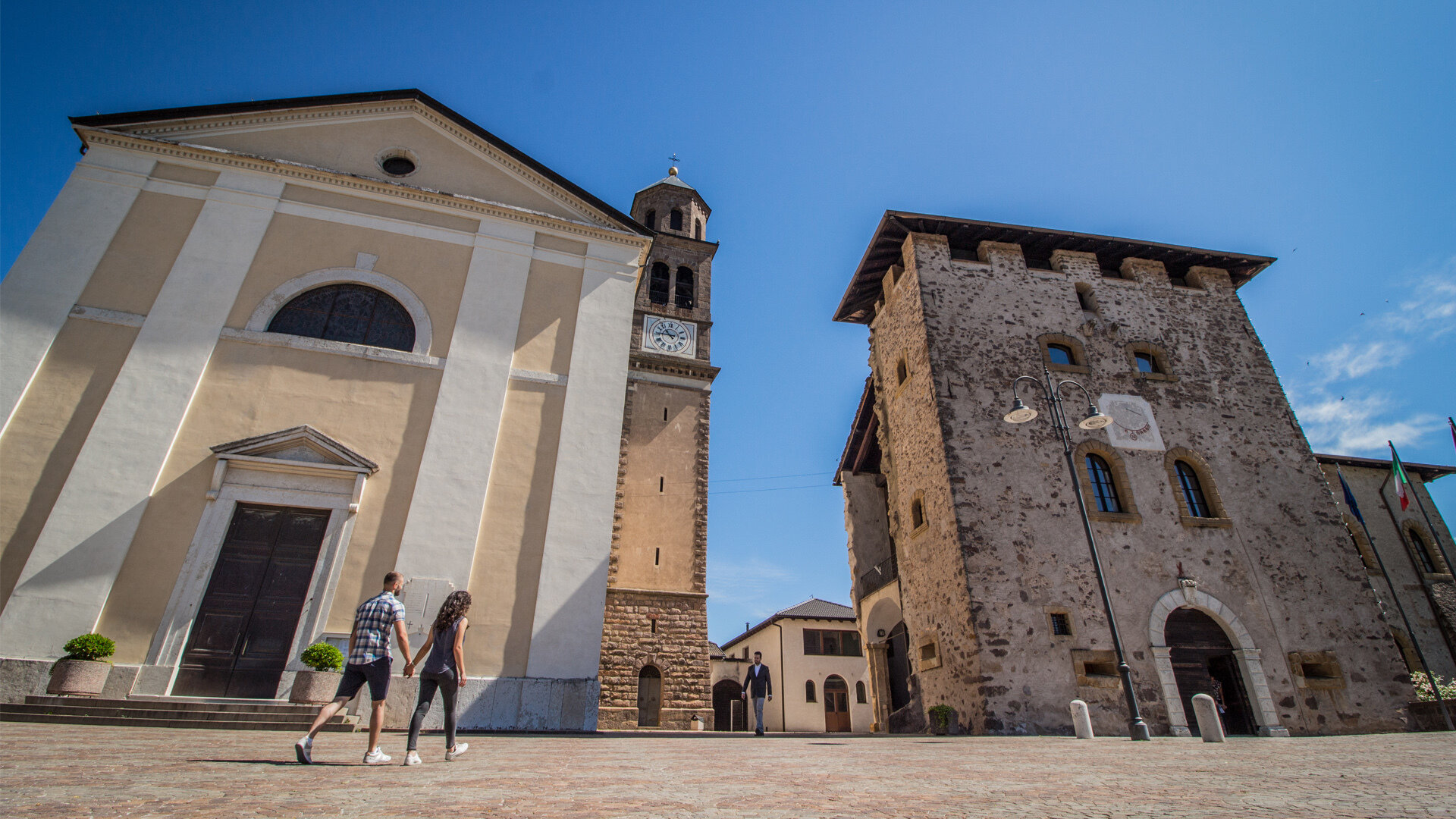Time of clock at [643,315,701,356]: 10:45
